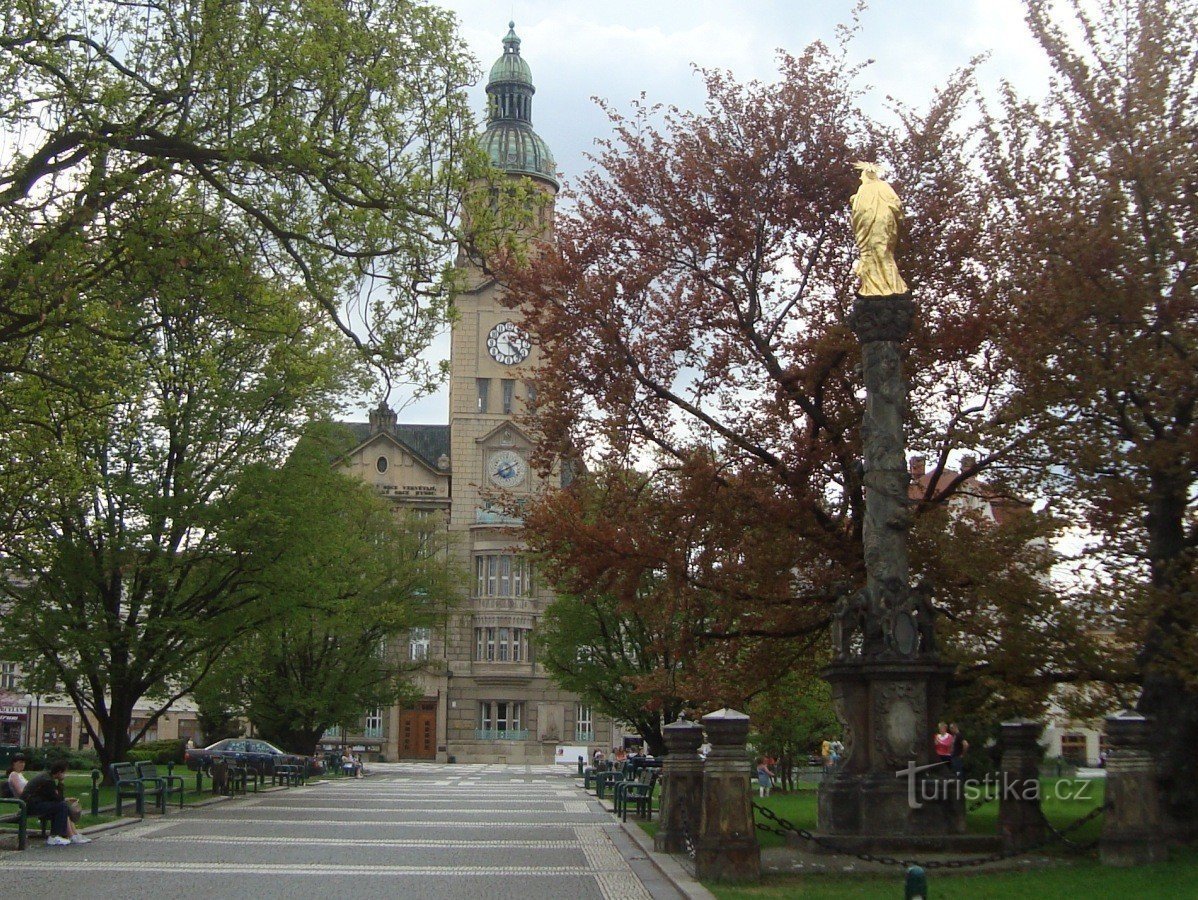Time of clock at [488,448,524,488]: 1:40
